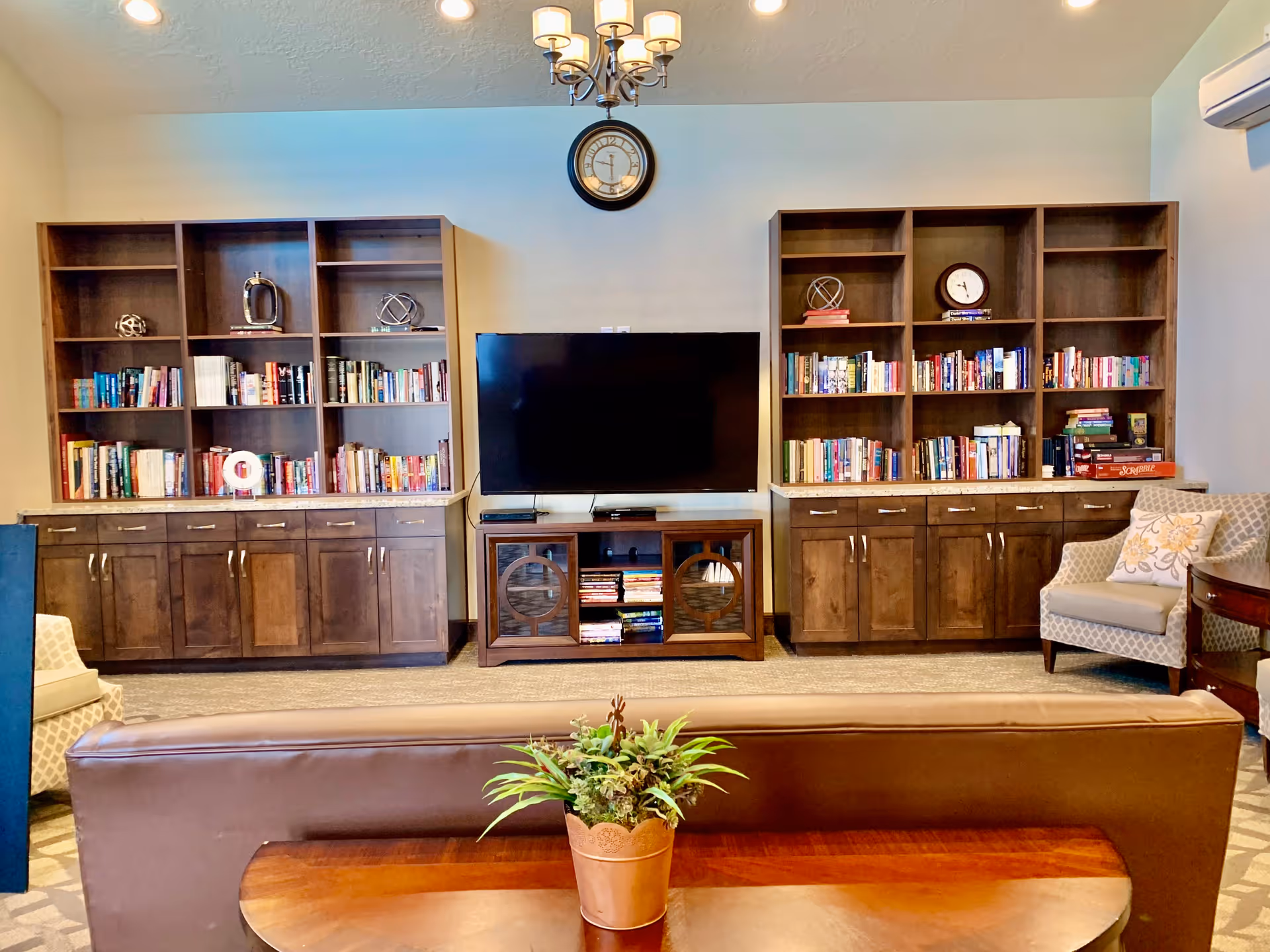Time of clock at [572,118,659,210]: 9:29
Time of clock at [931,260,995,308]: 9:28
